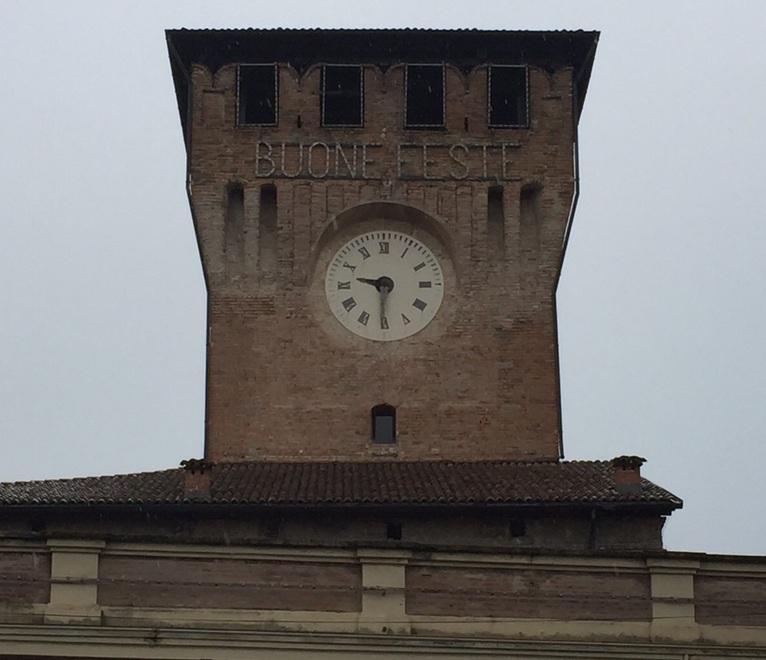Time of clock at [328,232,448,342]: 9:30
